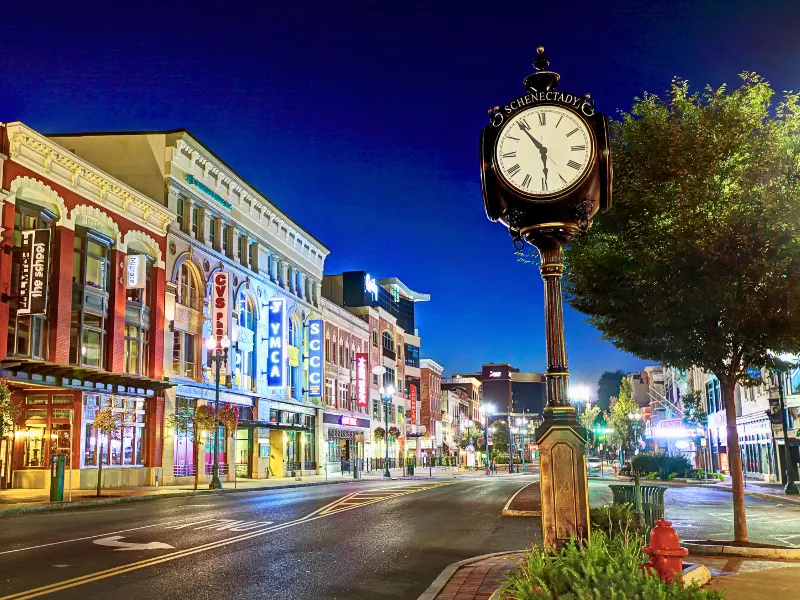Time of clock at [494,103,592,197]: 5:53
